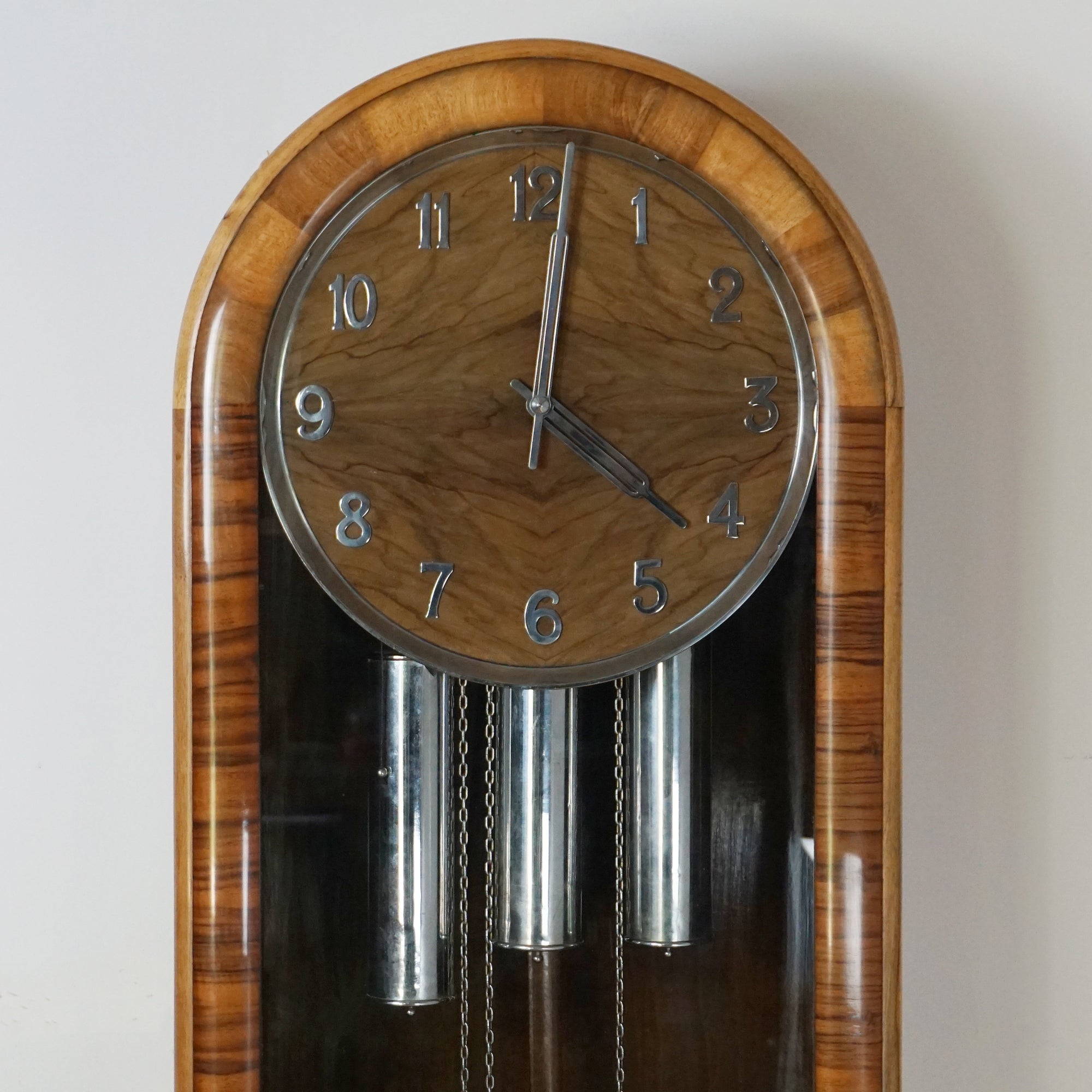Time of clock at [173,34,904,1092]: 4:01
